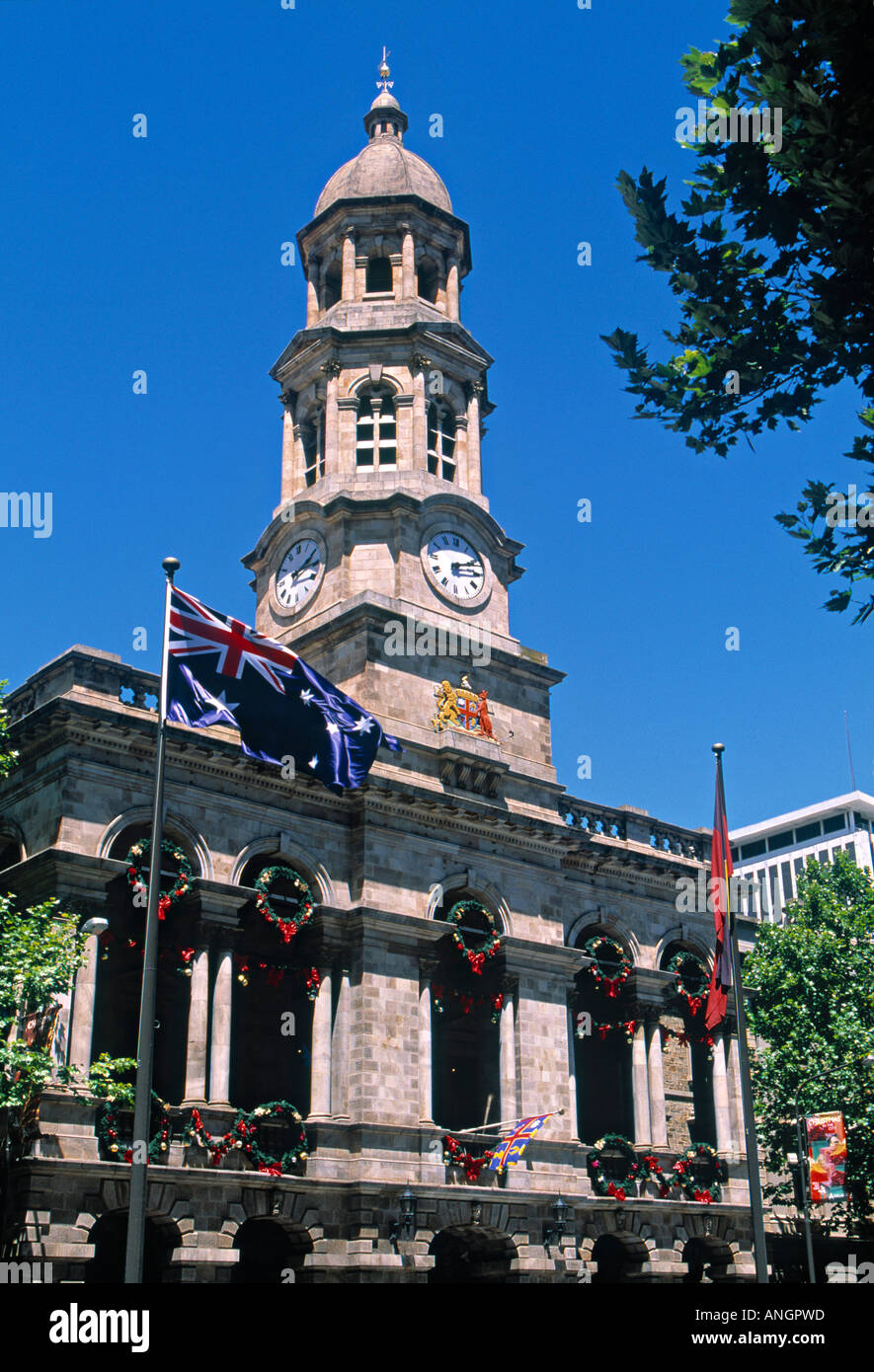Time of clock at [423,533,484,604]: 2:11
